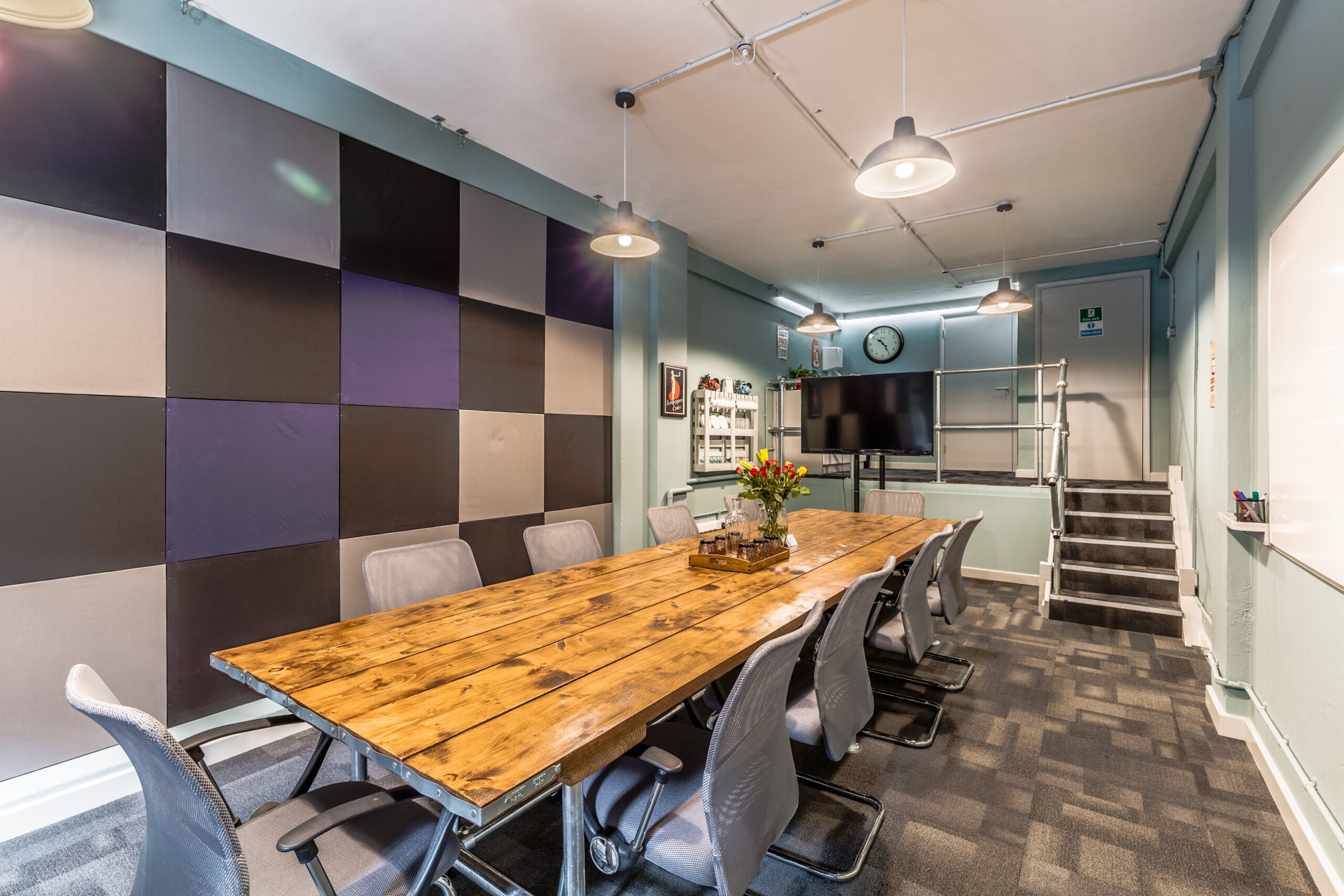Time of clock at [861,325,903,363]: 10:24
